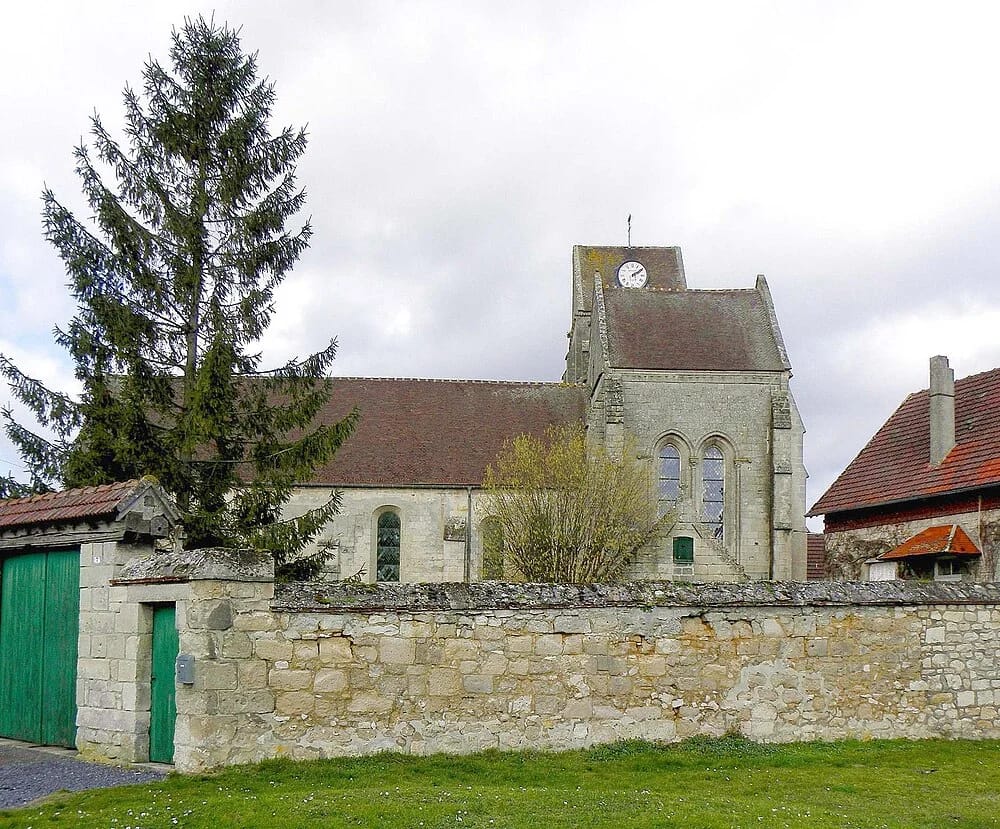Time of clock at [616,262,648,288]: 2:09
